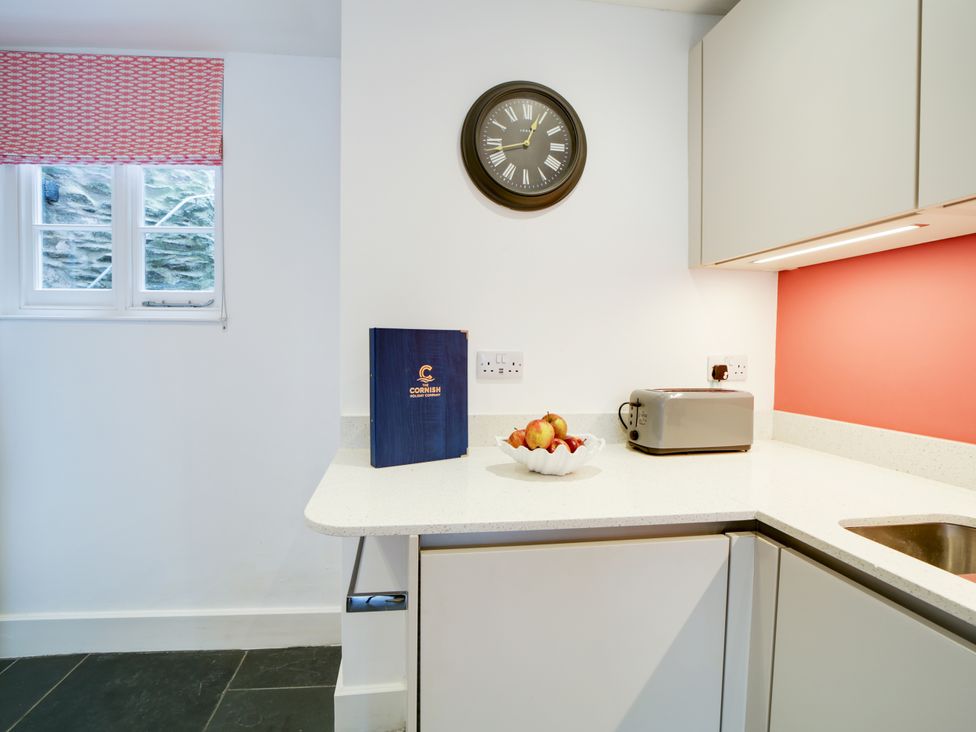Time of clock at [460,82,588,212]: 12:42
